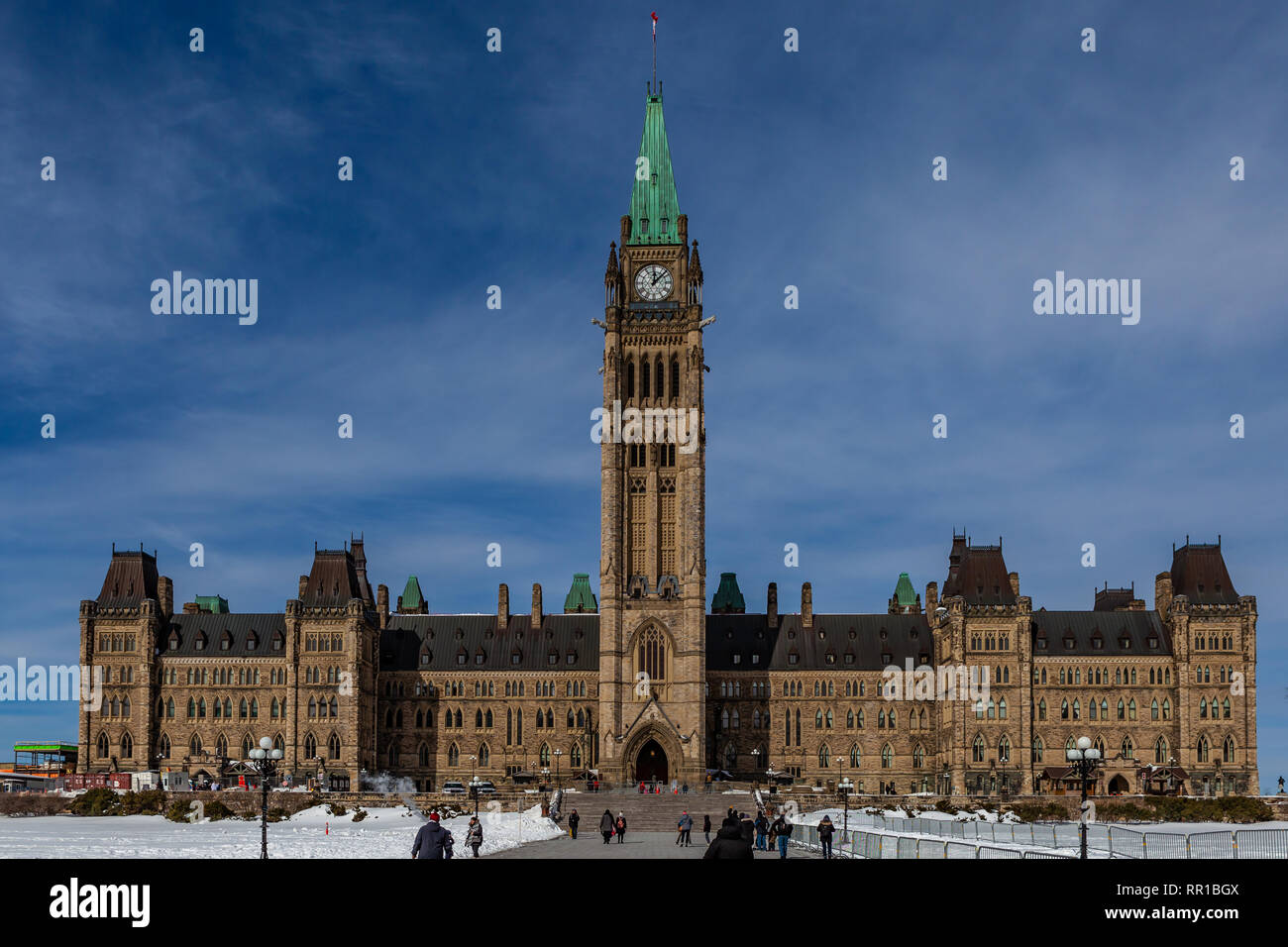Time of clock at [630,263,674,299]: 12:07
